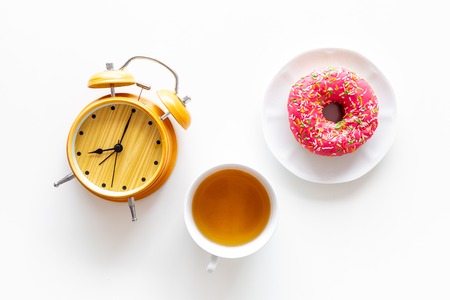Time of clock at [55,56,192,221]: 9:04
